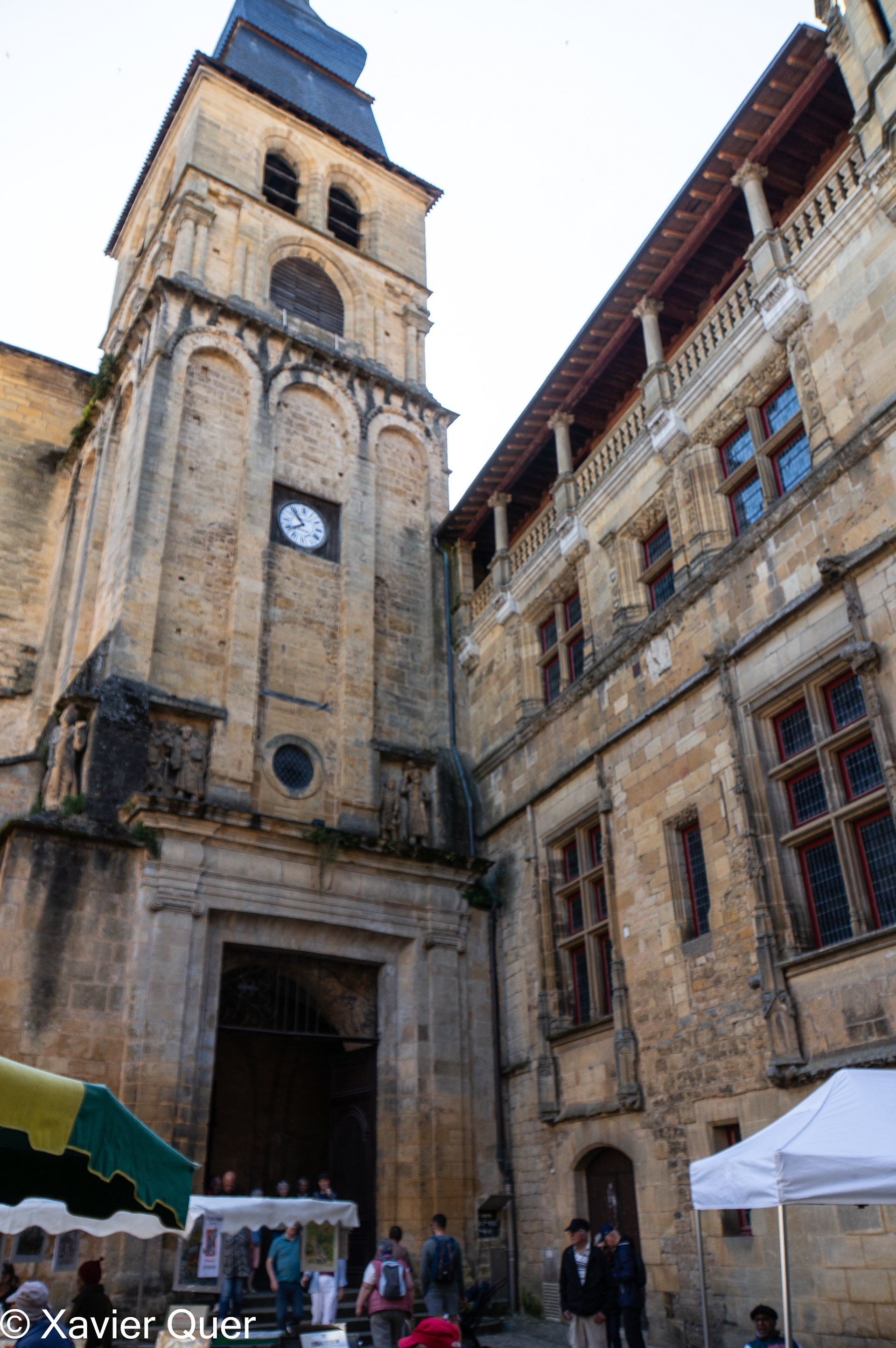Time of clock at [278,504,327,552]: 7:53
